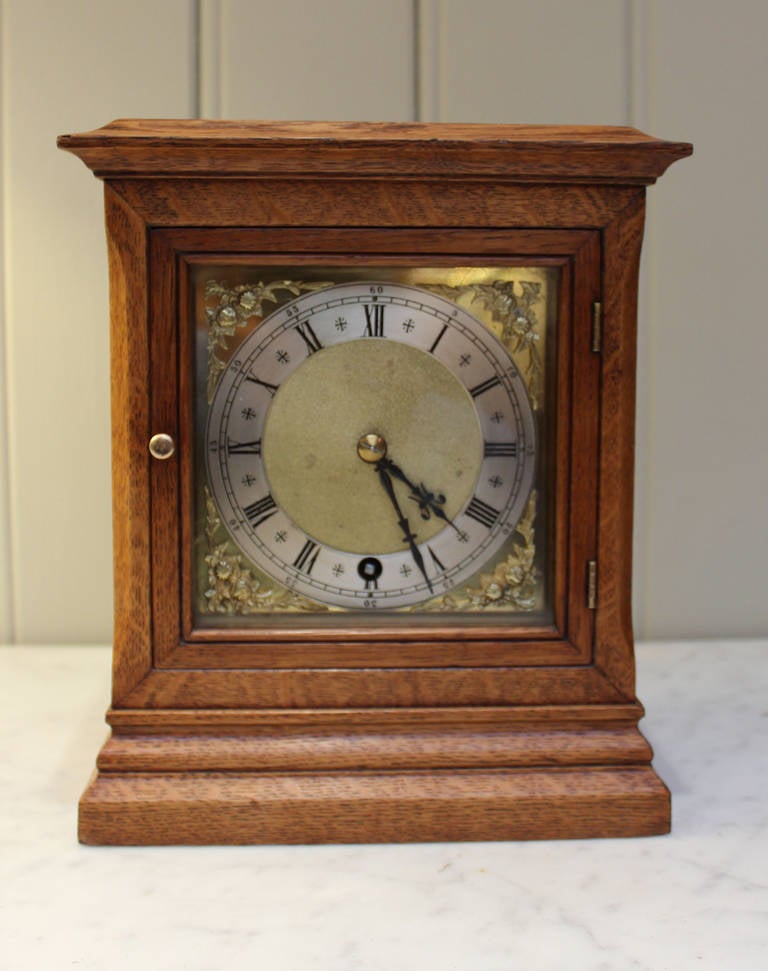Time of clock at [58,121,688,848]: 4:26
